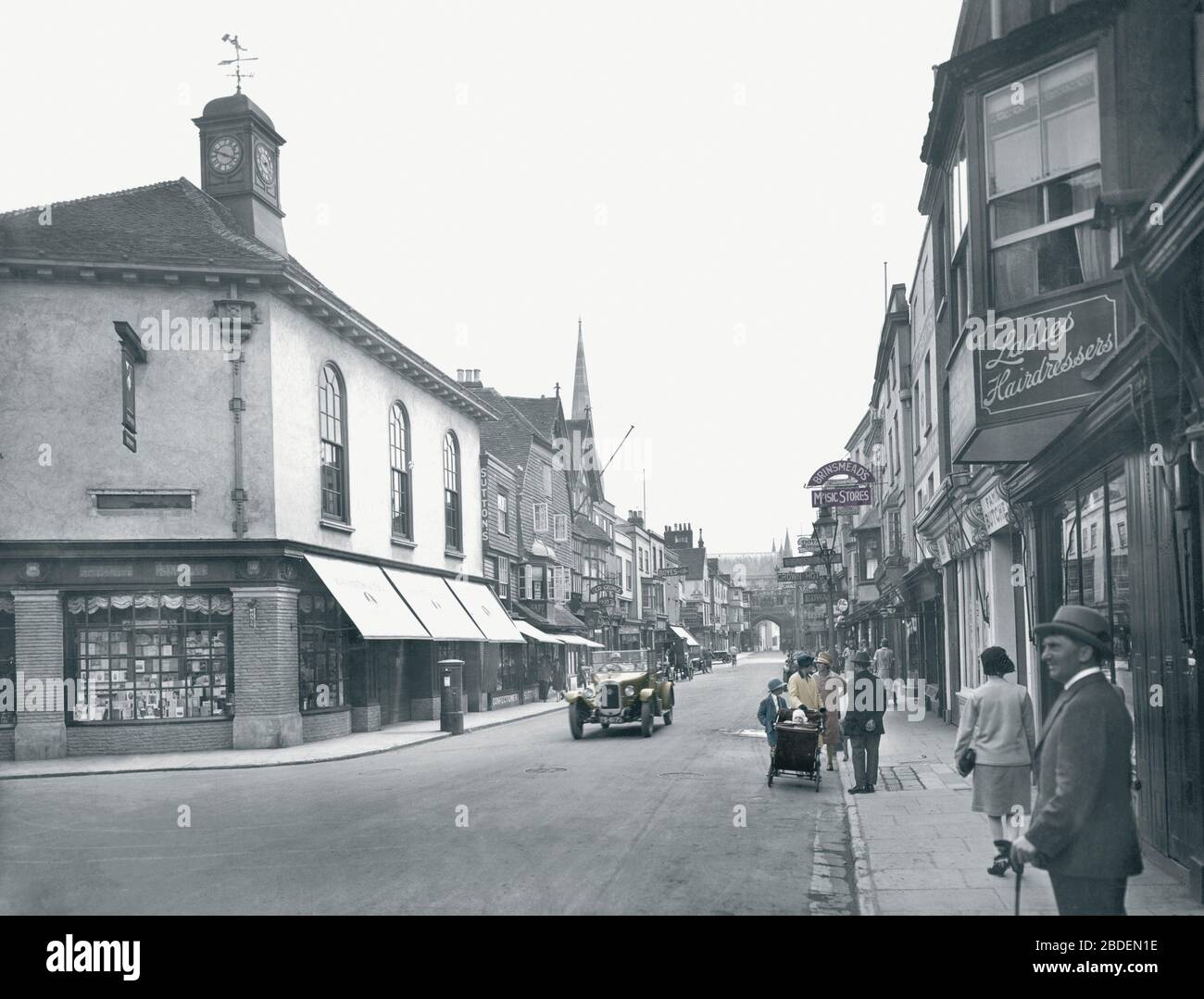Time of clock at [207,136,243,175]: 3:48
